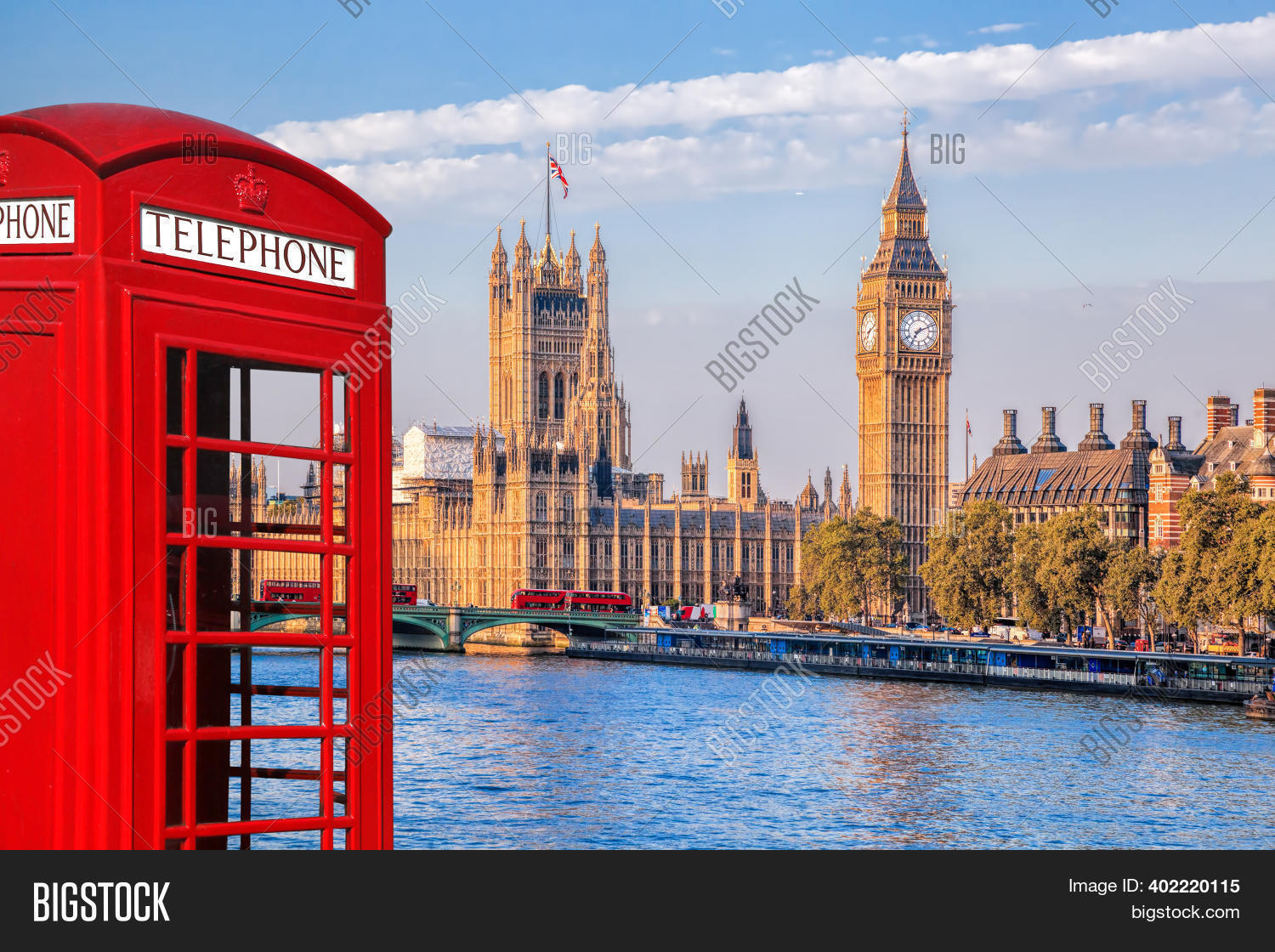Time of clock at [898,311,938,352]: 7:11
